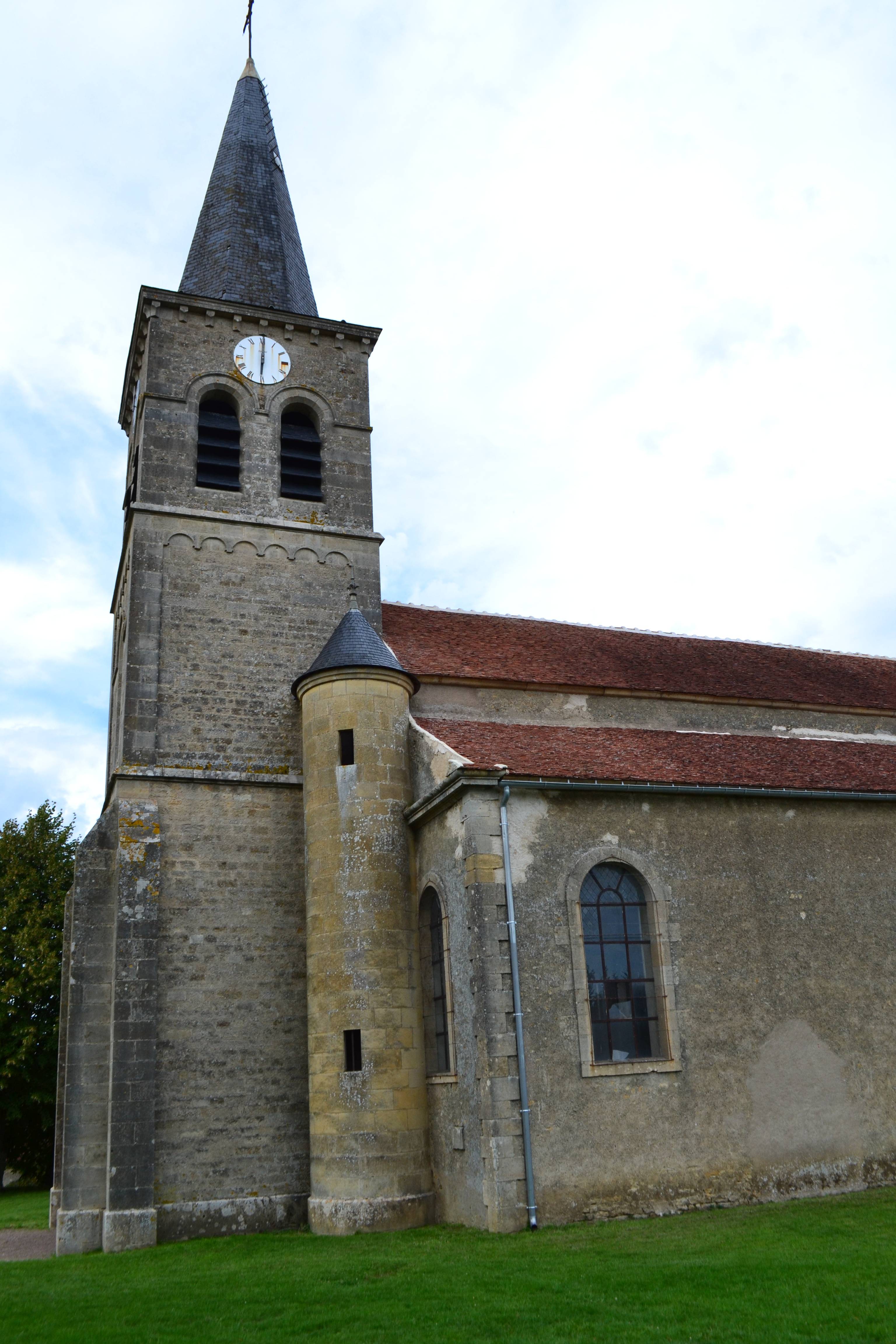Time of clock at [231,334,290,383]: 6:00
